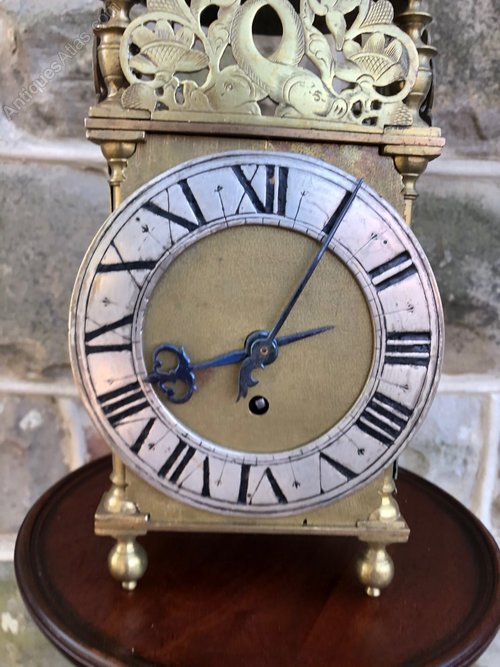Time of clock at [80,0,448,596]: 8:05
